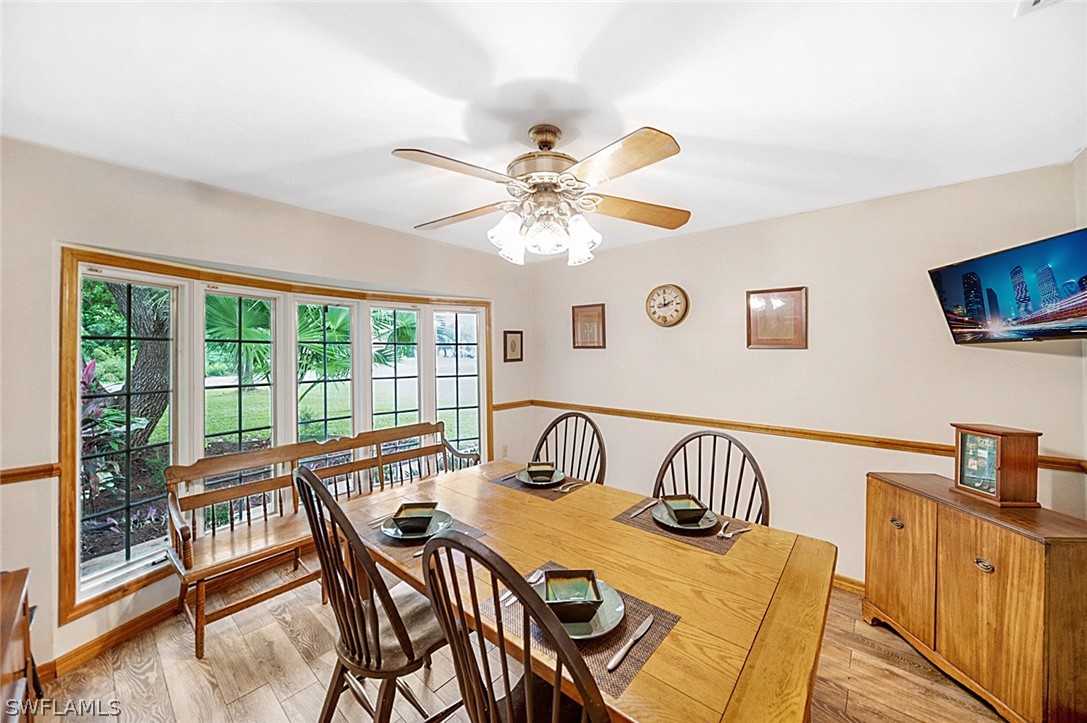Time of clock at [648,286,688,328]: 12:11
